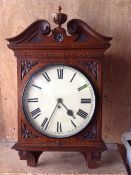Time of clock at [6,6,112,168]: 4:34
